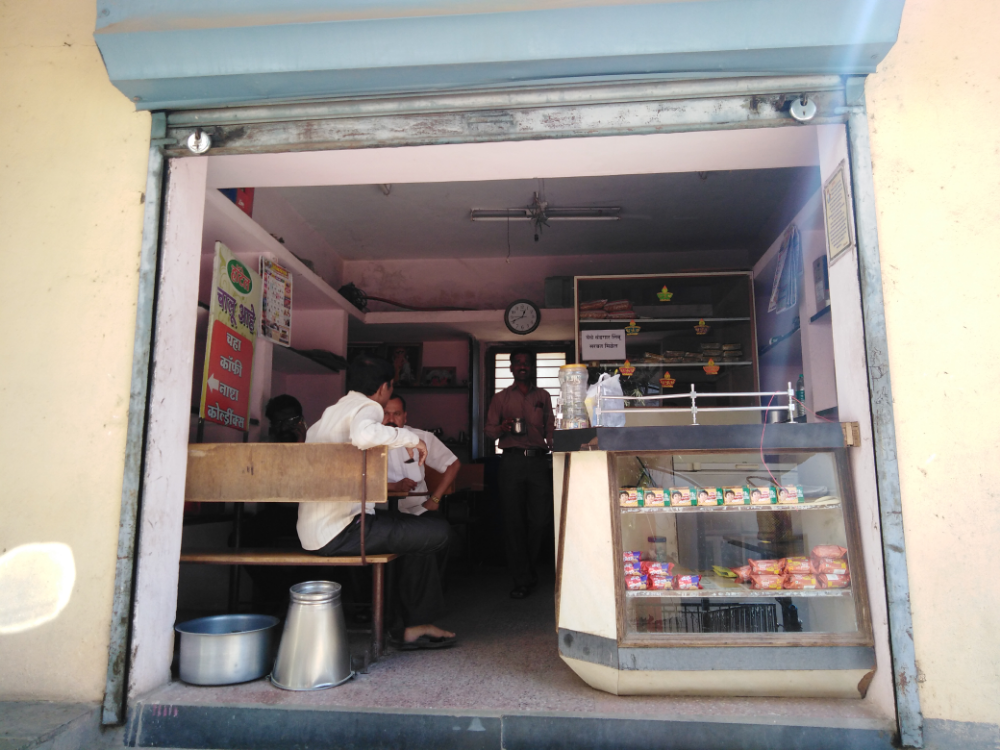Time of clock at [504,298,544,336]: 12:41
